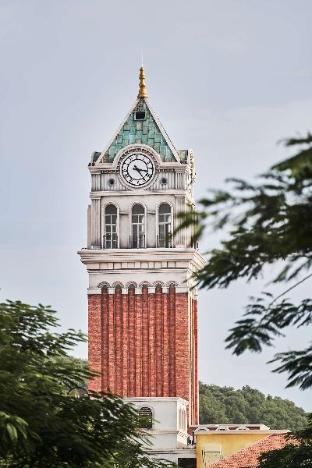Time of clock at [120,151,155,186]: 3:24
